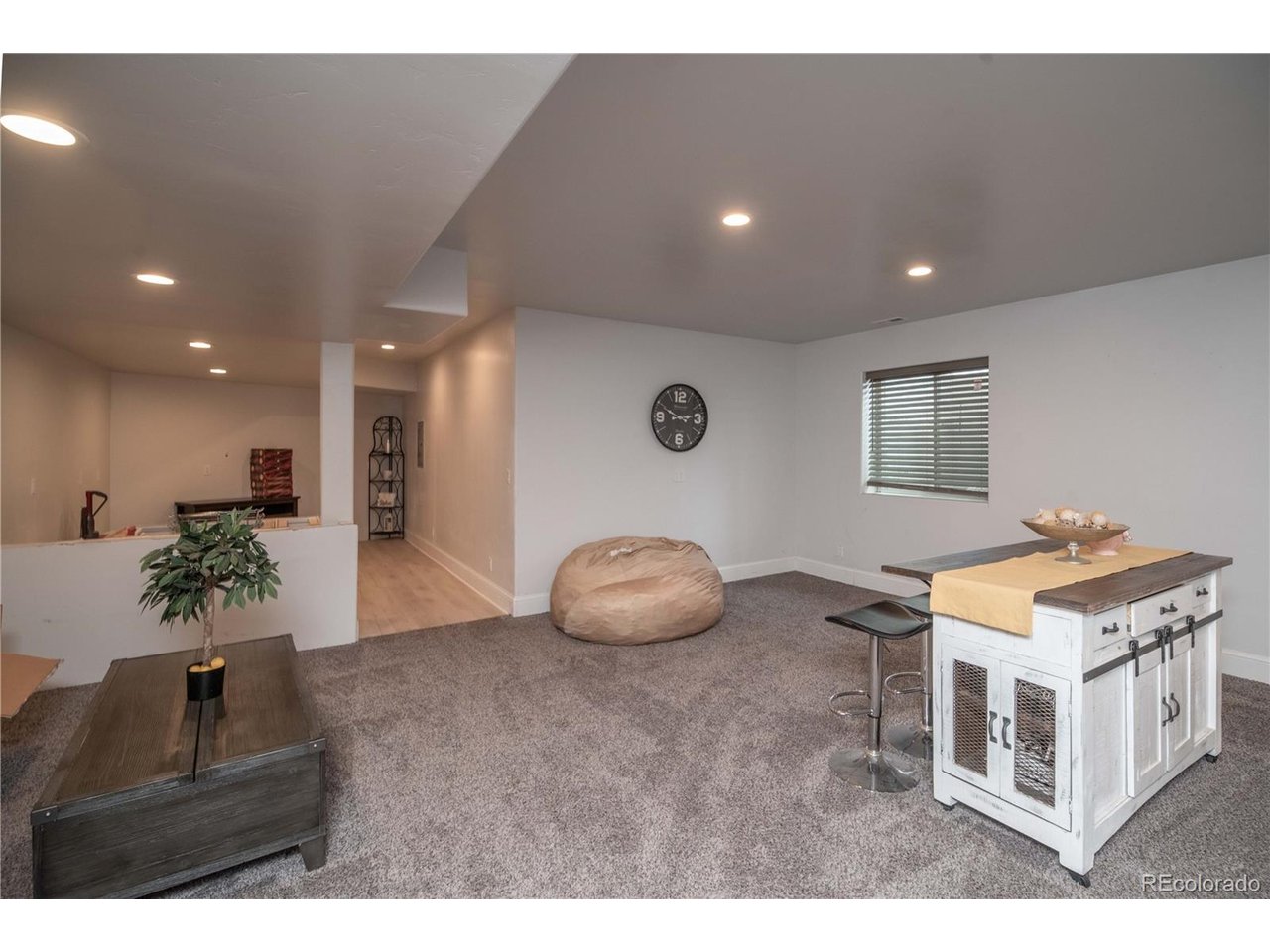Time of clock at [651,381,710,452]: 2:49
